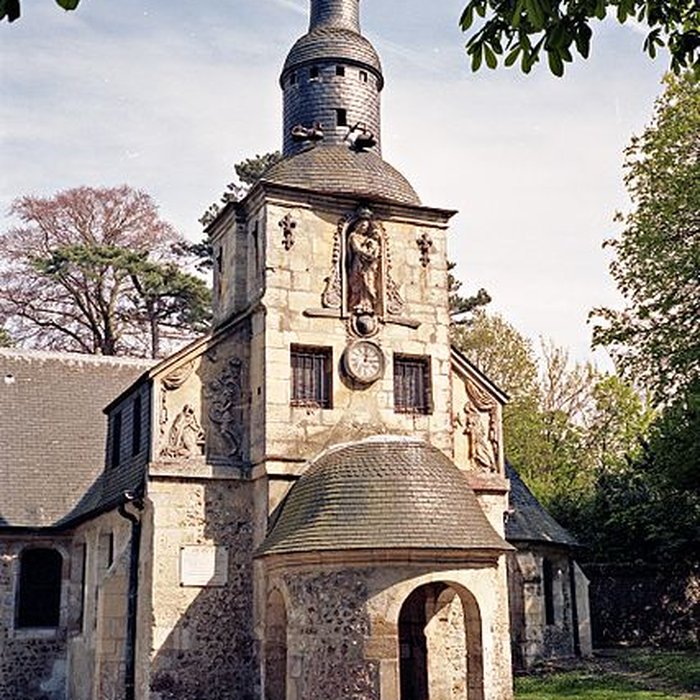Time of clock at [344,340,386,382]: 12:14
